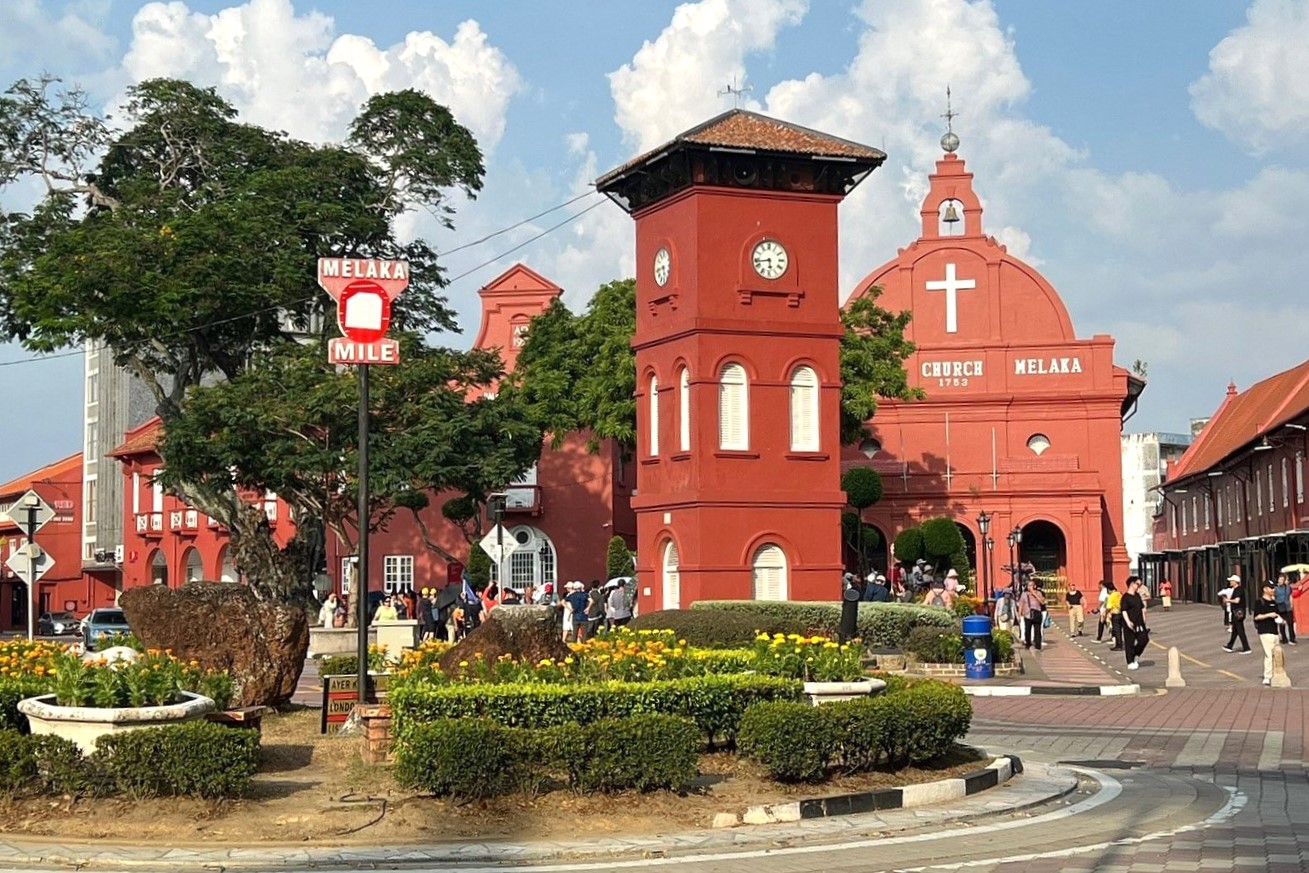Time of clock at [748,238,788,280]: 5:43
